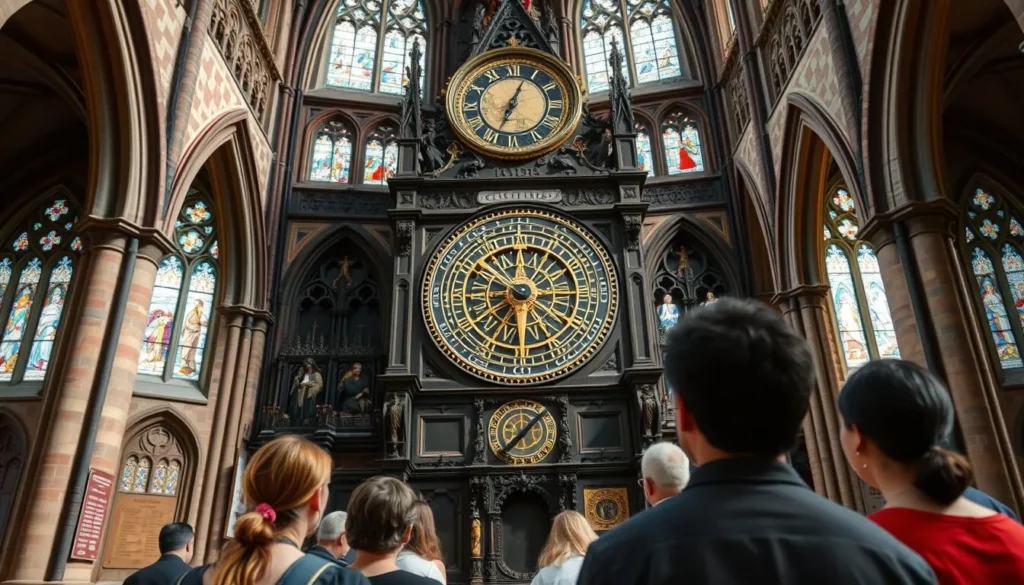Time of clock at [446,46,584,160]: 12:33
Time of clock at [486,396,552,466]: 1:37
